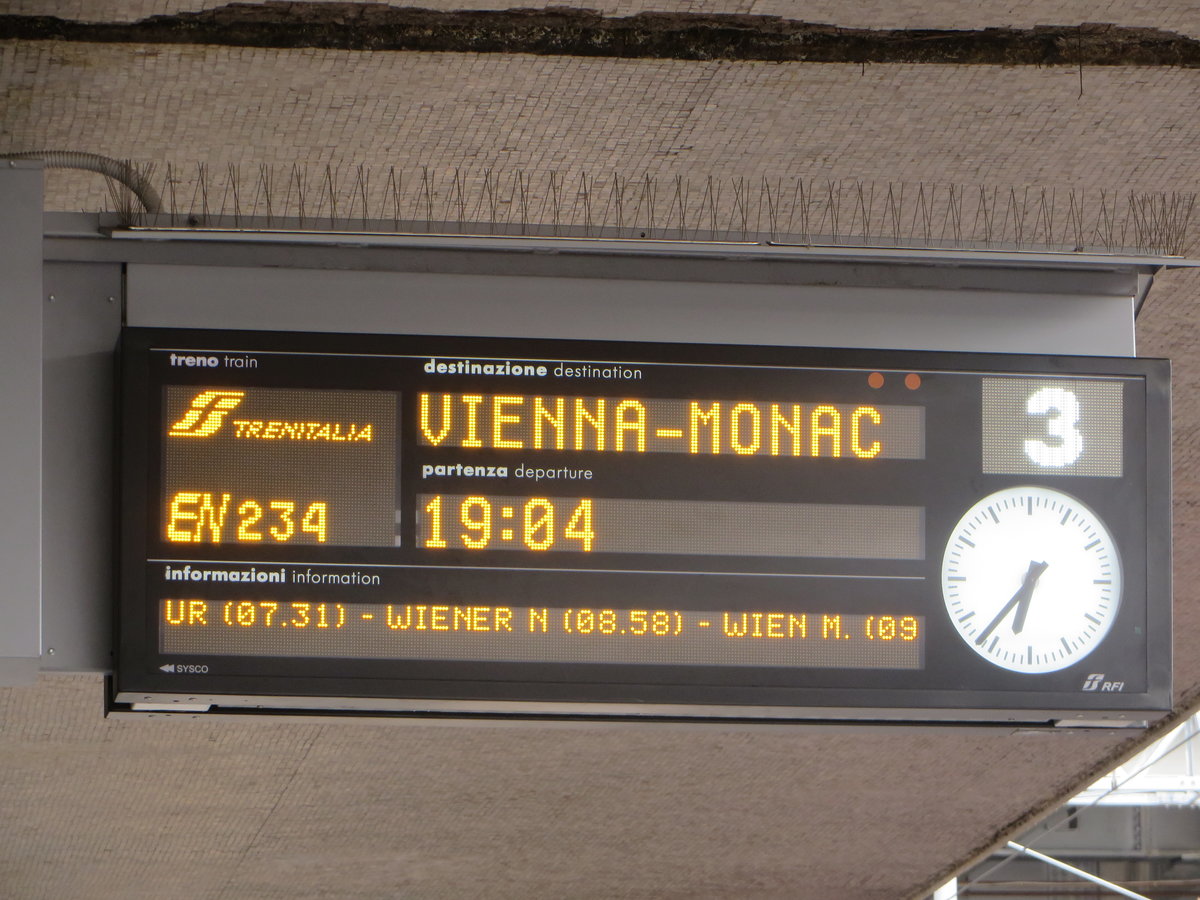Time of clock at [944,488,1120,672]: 6:36
